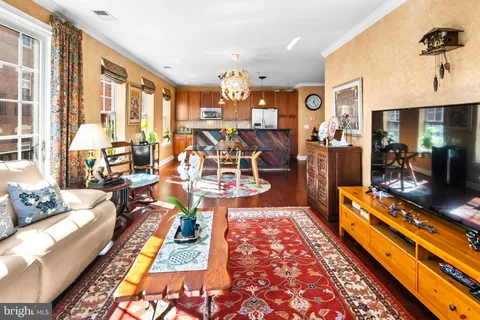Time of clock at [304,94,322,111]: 12:24
